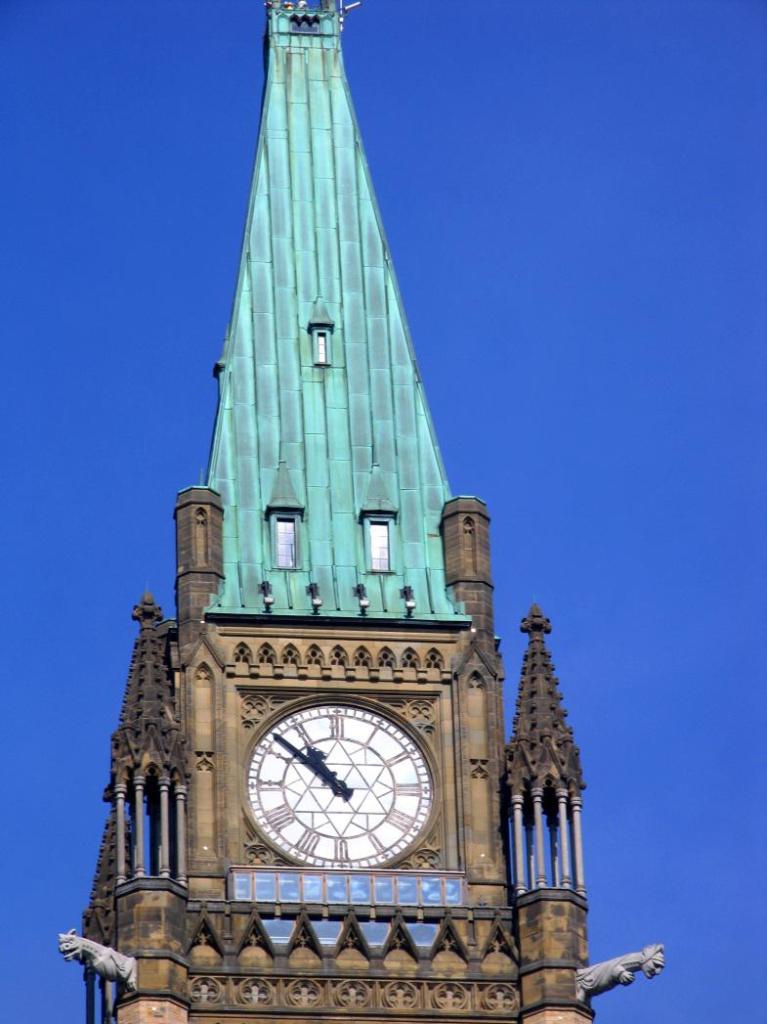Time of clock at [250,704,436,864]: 10:51
